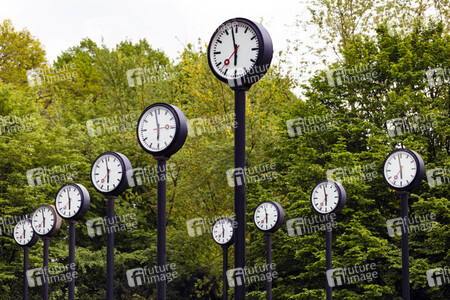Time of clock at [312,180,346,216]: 5:57
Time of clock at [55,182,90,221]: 5:58
